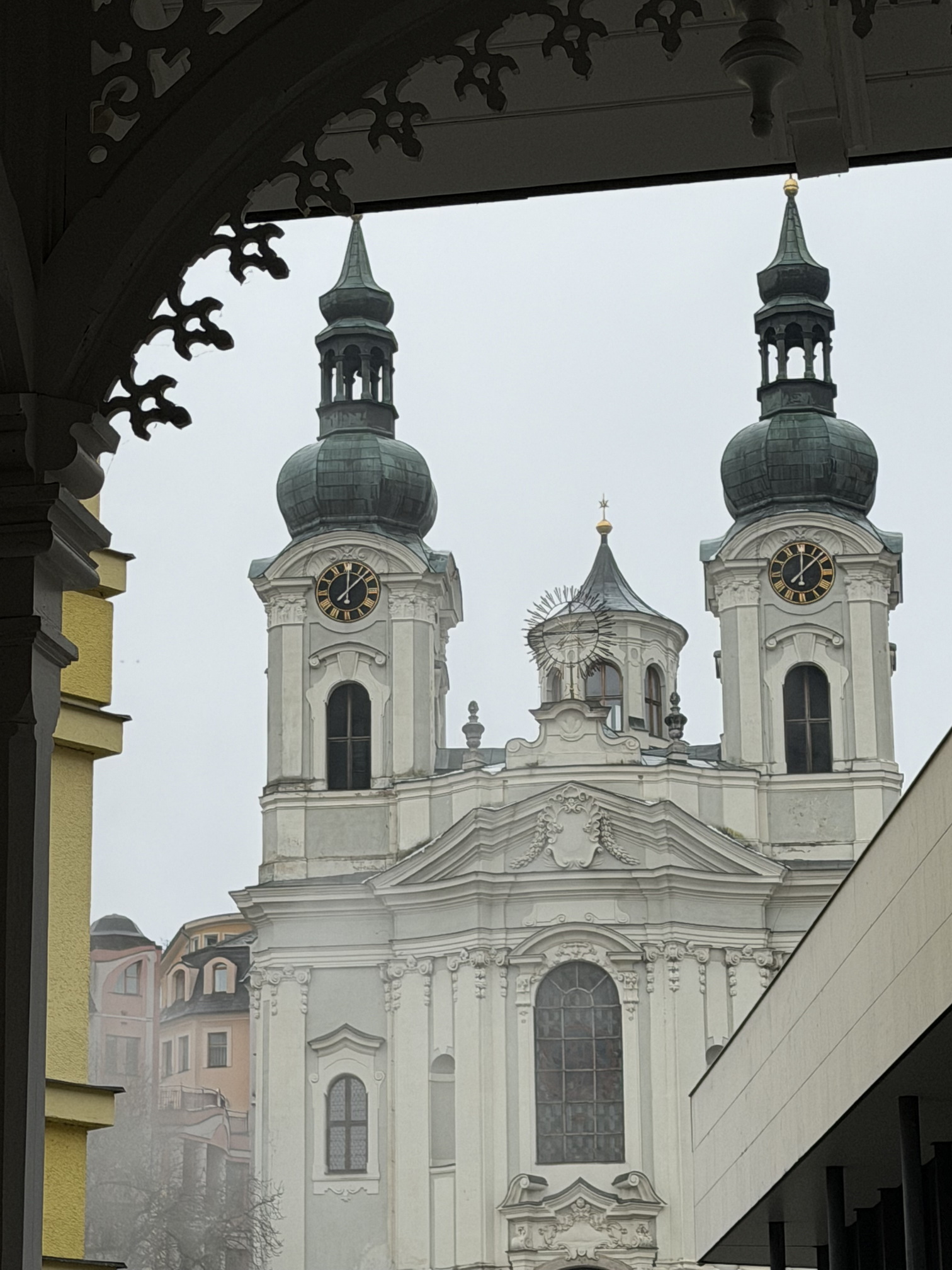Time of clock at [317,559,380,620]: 12:07
